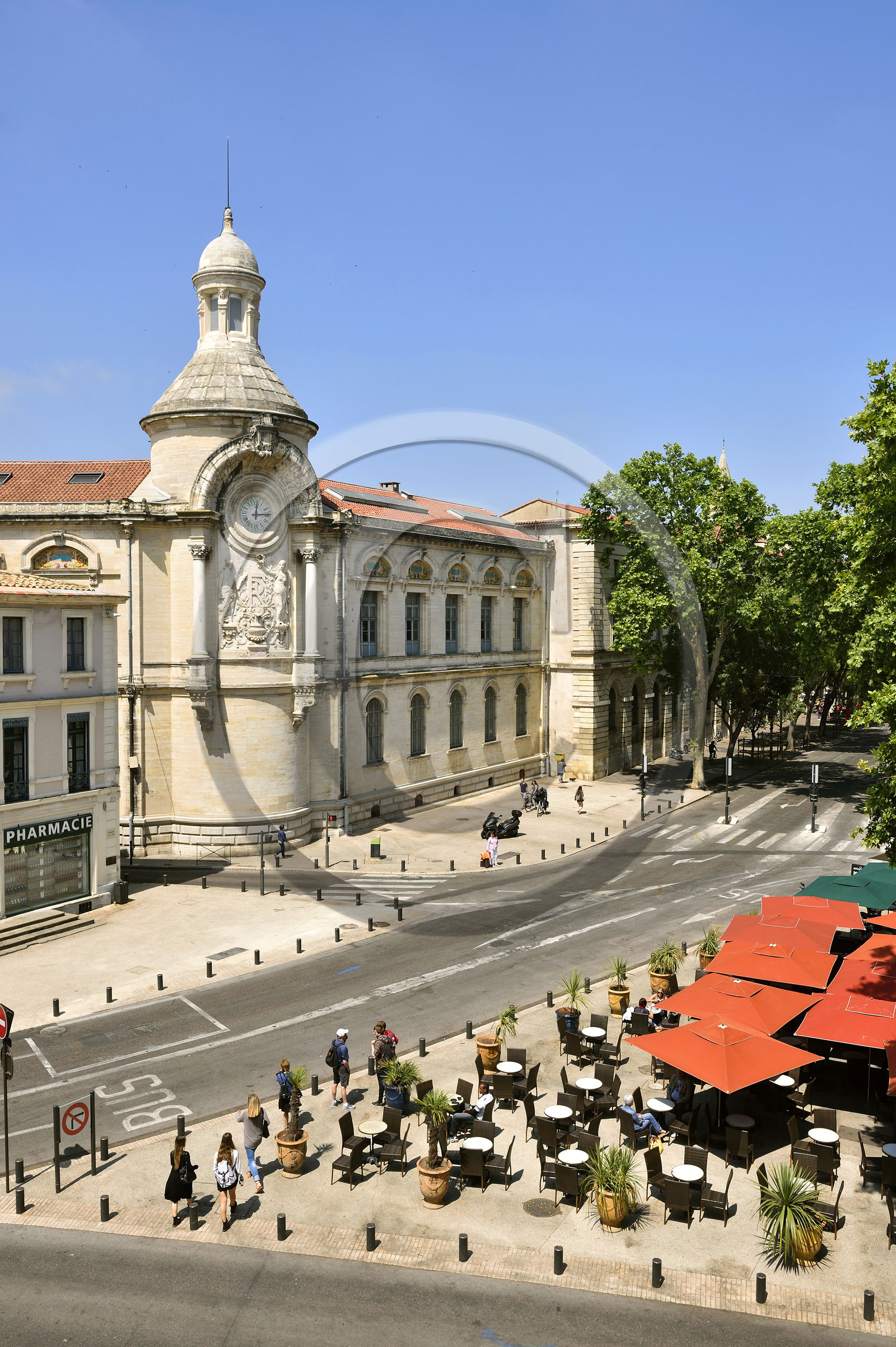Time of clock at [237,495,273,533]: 12:14
